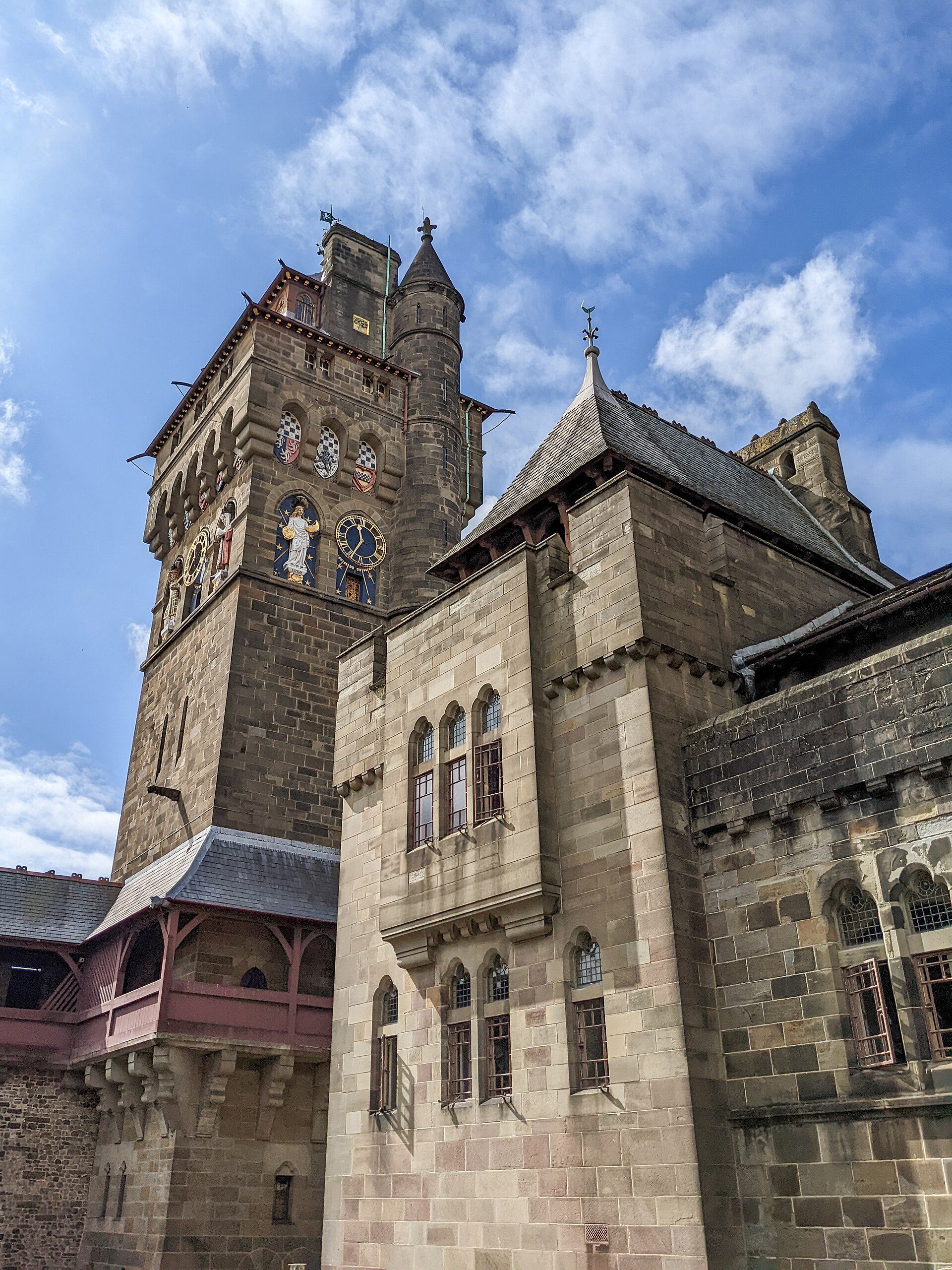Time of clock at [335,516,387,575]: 11:34
